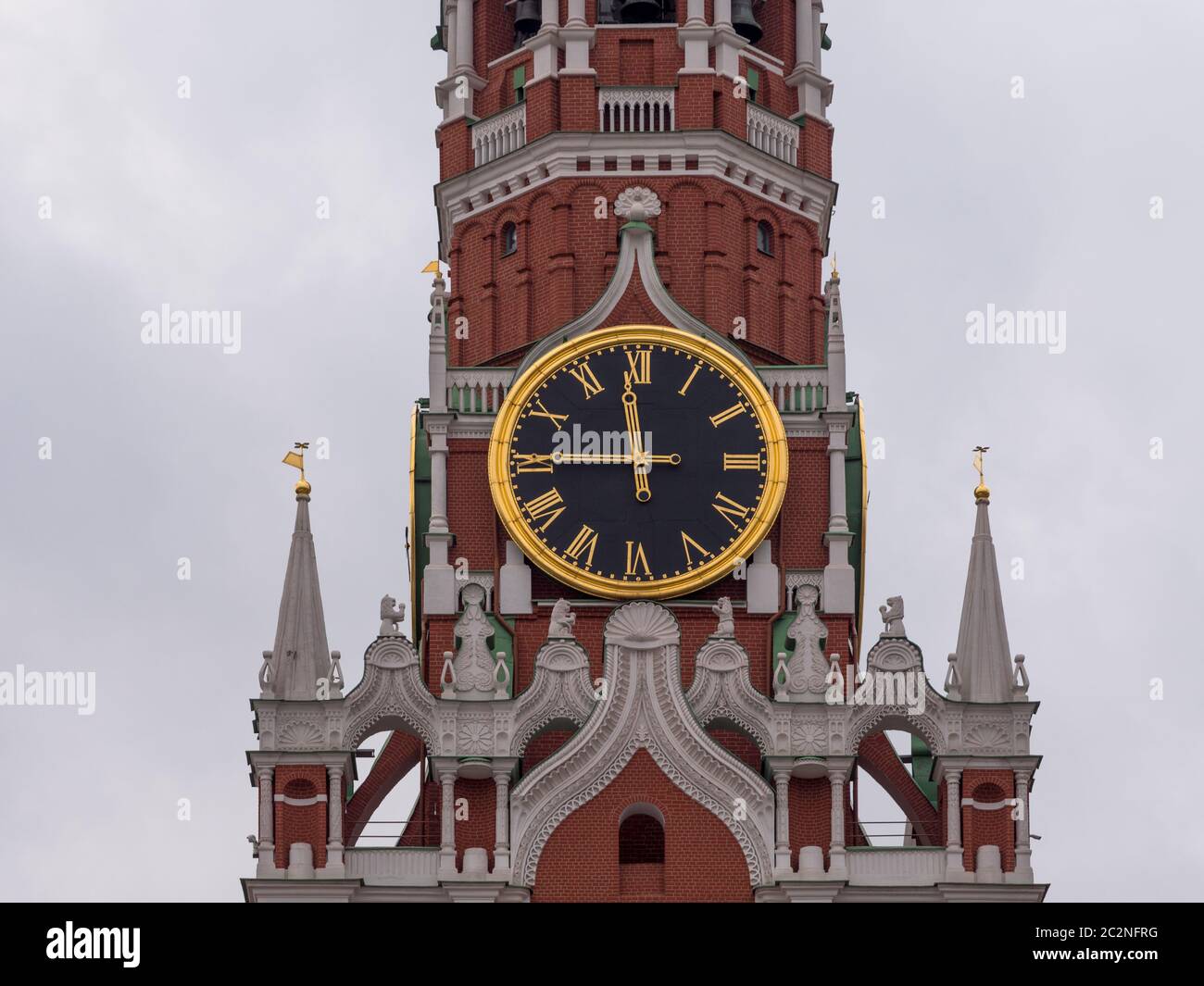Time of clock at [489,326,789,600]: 11:45
